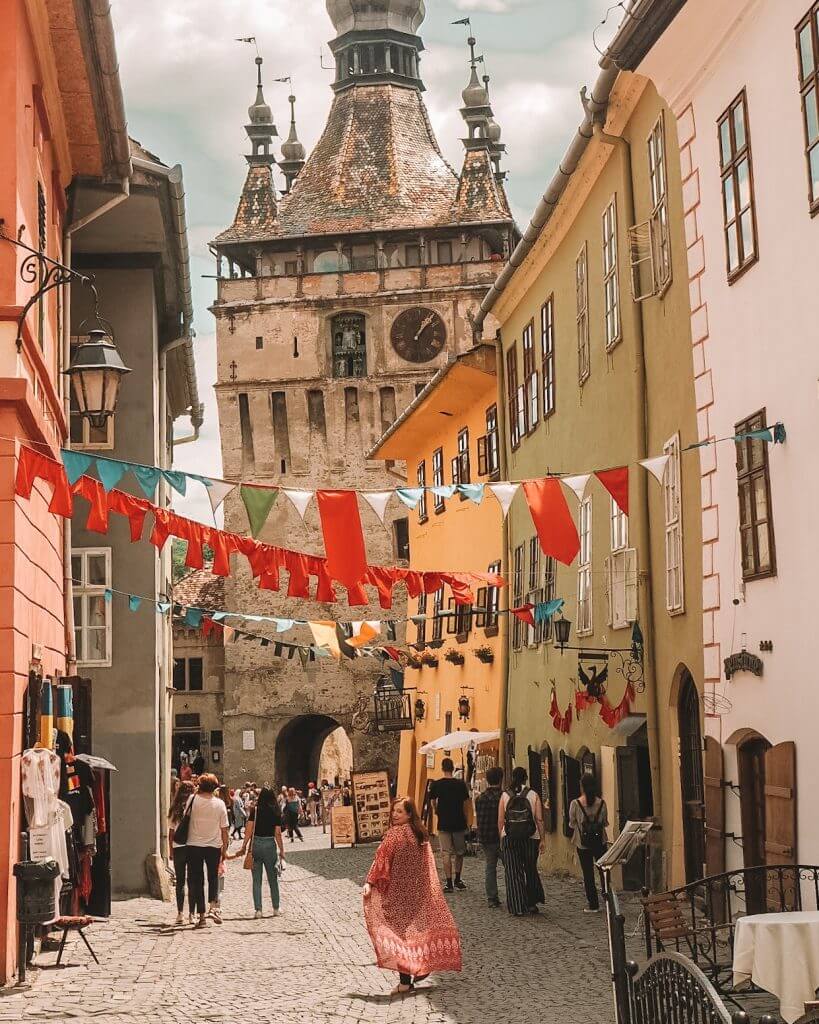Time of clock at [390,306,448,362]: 1:06
